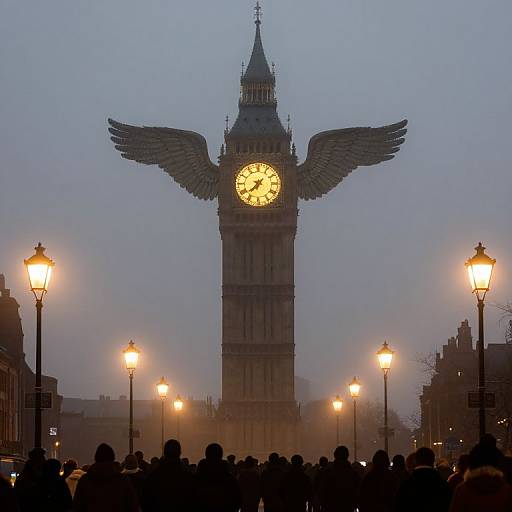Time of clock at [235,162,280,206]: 7:37
